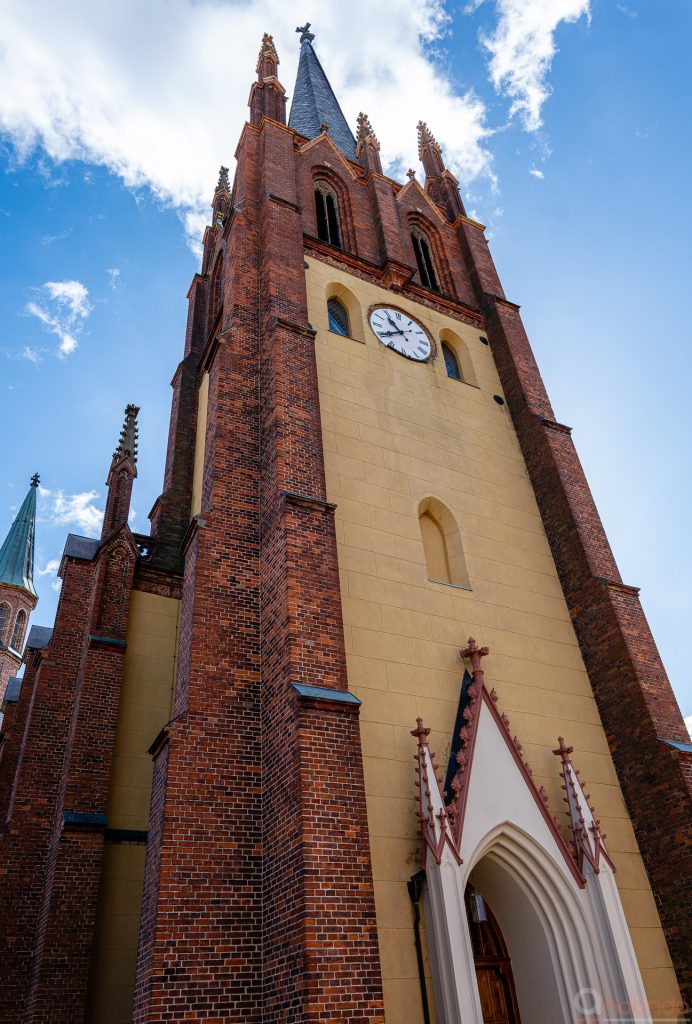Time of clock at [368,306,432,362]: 10:39
